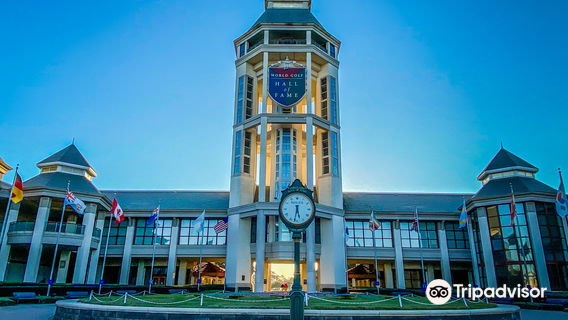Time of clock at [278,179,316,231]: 5:31
